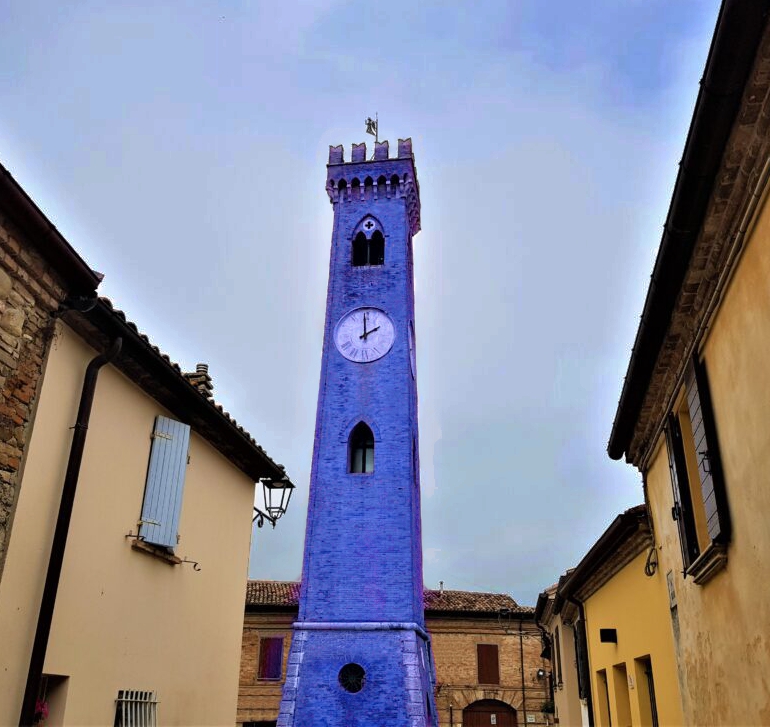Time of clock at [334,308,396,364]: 2:00
